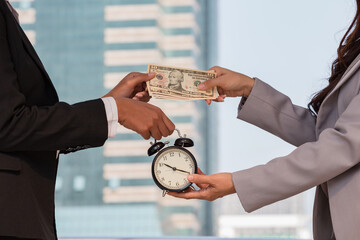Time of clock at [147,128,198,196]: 10:19
